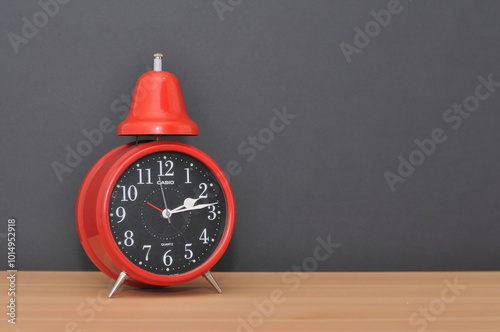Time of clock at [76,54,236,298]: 2:13
